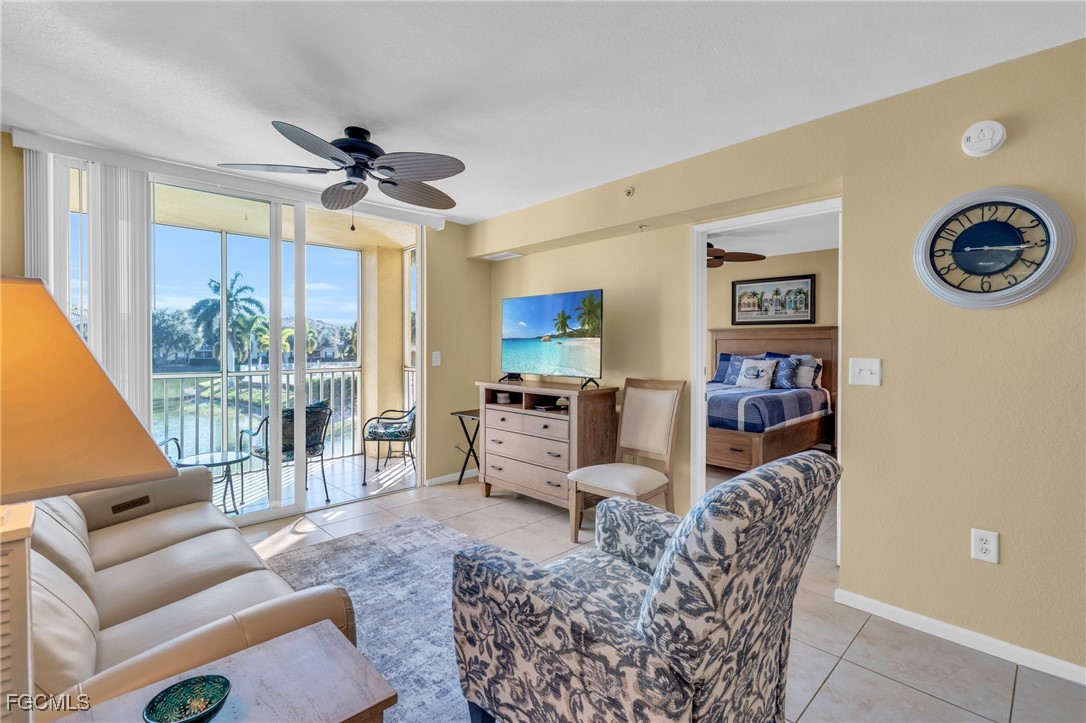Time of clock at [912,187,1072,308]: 3:15
